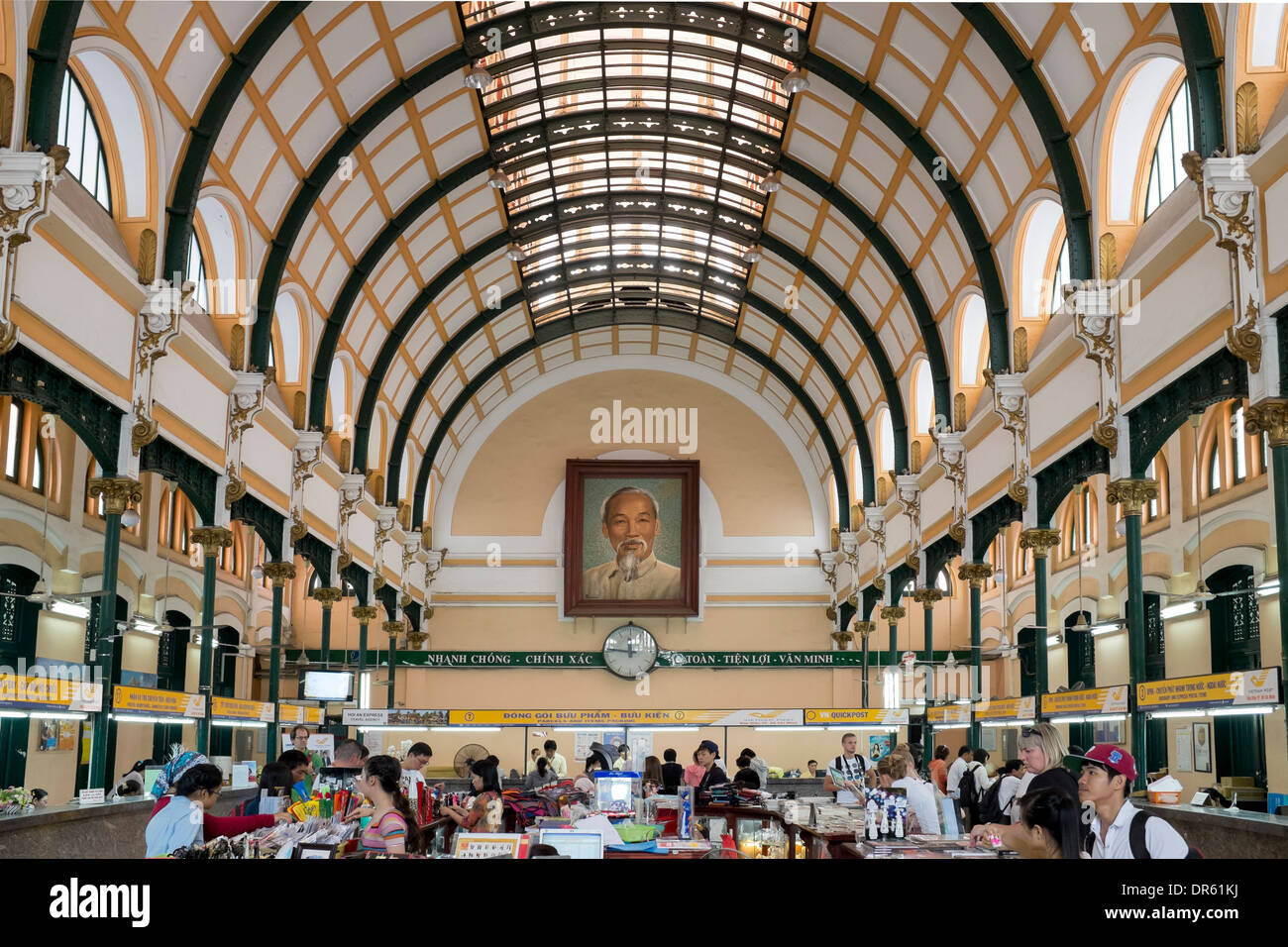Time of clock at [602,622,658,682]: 11:46
